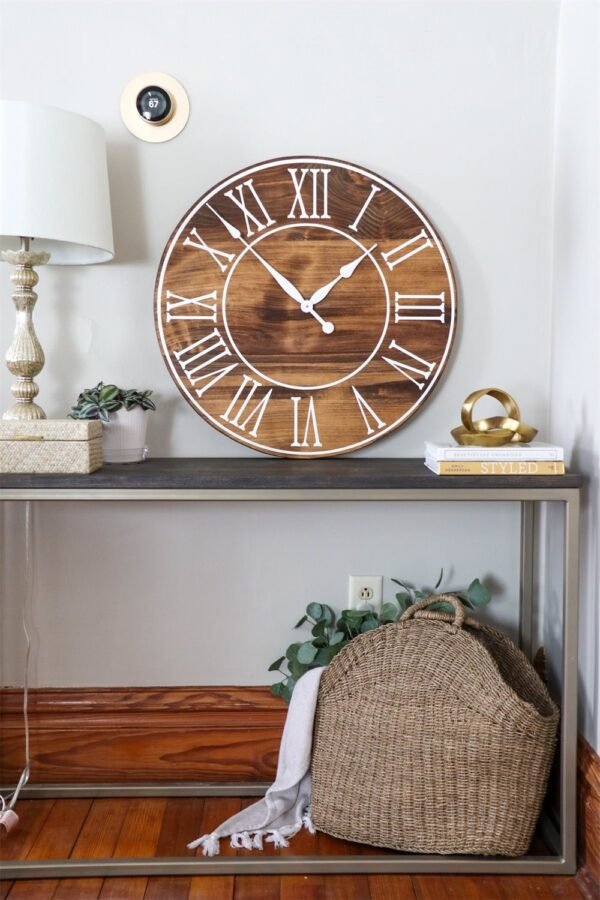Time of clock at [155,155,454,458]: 1:52
